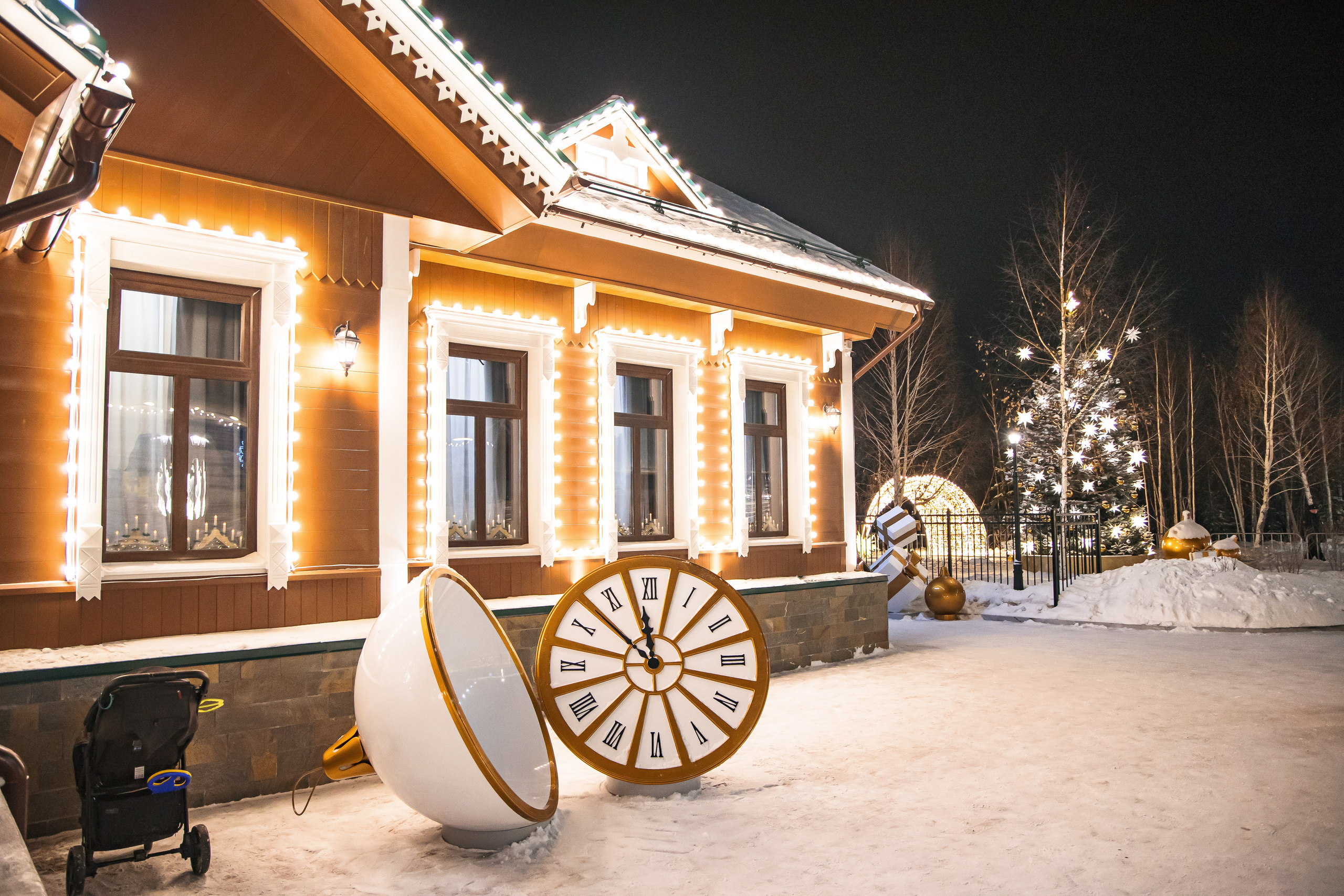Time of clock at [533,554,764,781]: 11:52
